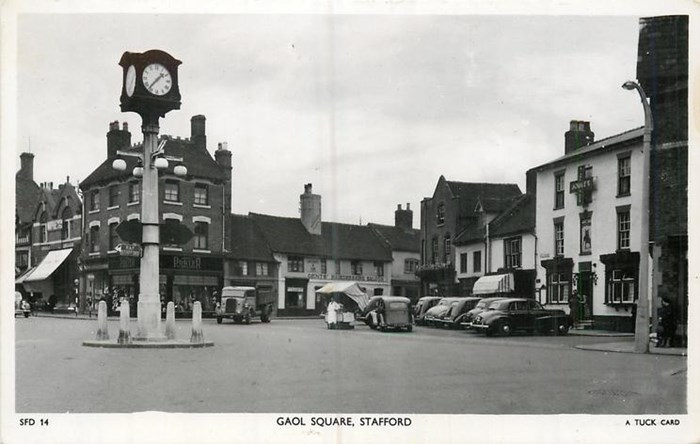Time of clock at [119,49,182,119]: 1:37
